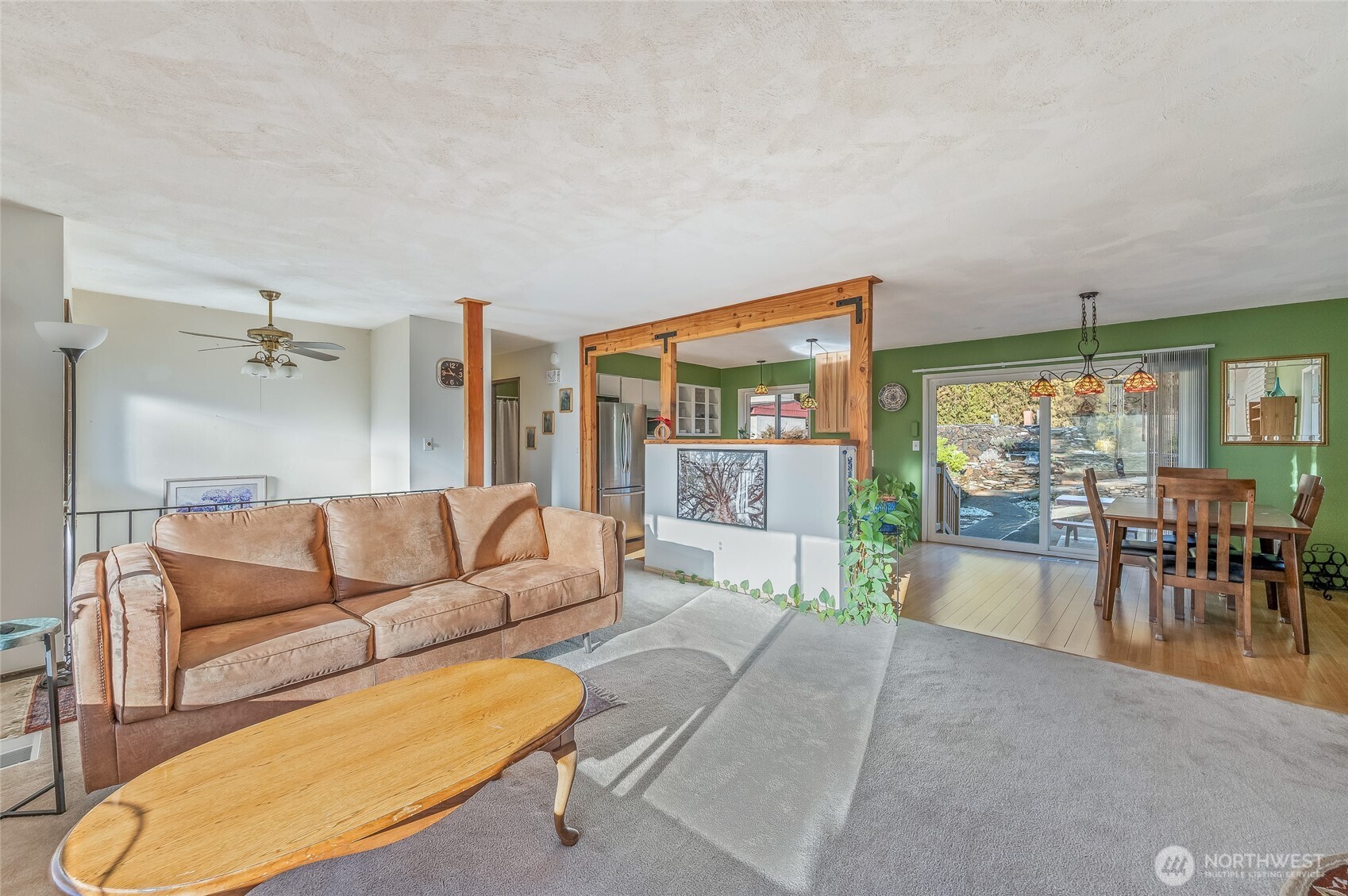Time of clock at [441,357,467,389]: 10:45
